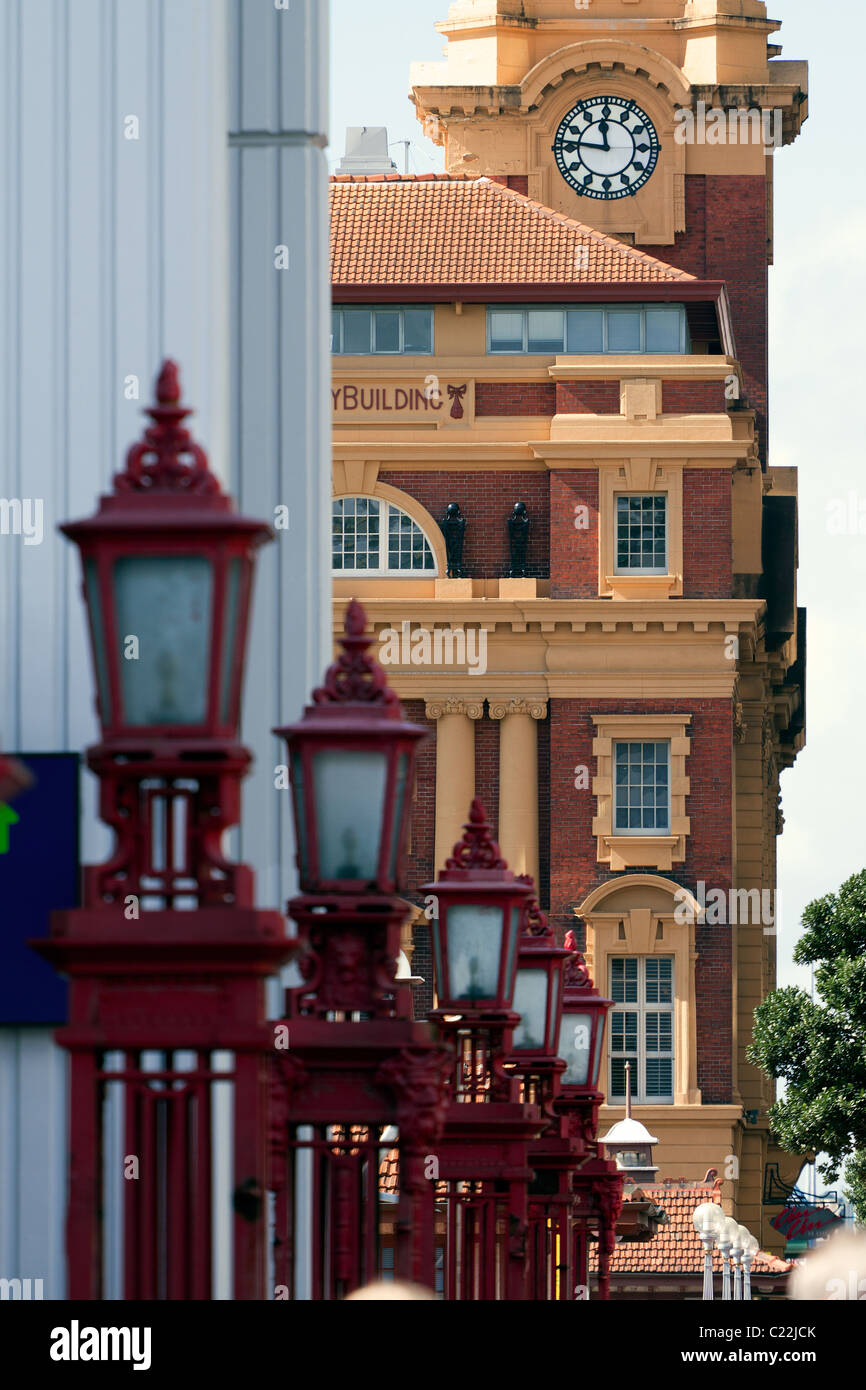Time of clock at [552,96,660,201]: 11:46
